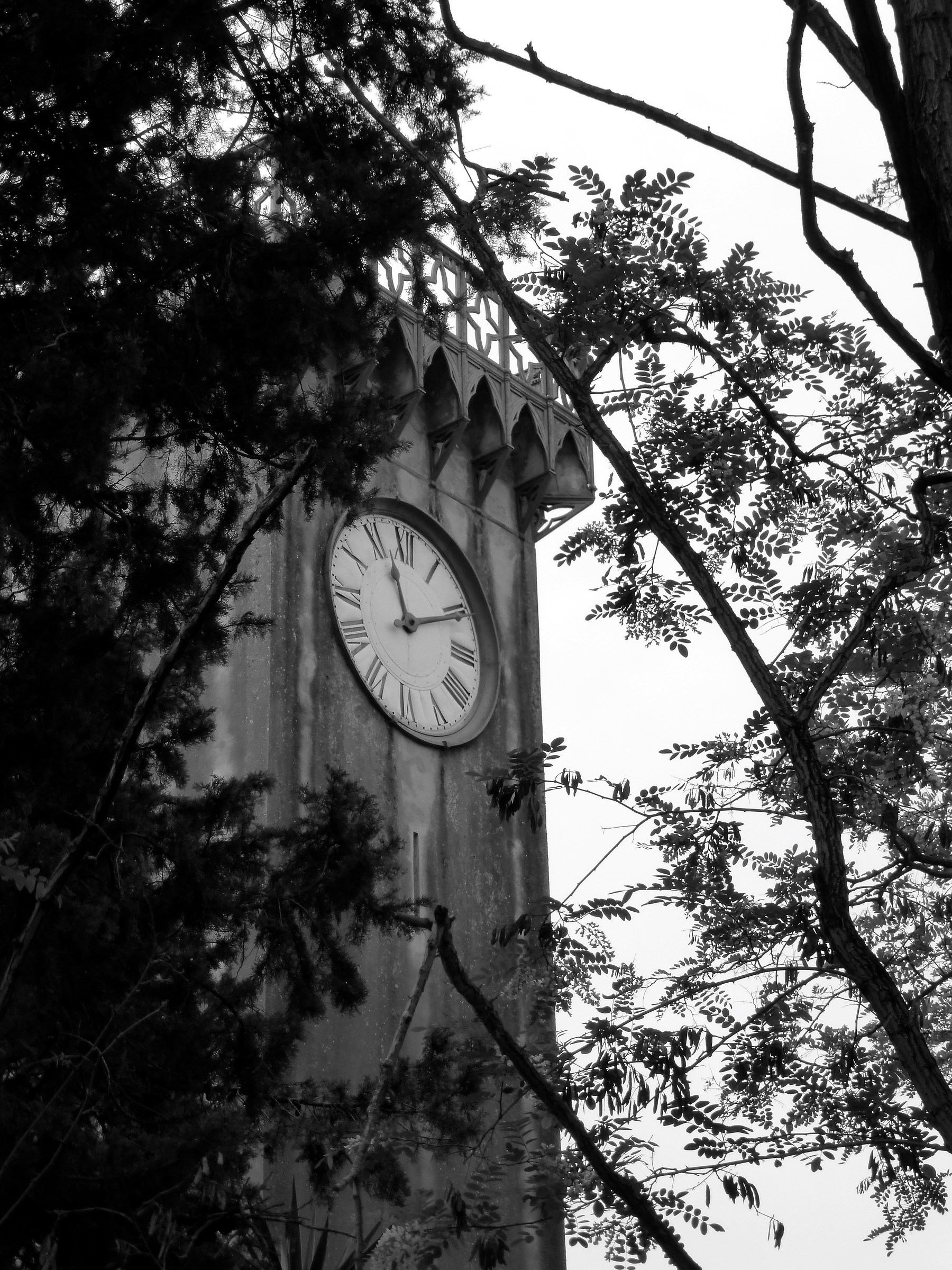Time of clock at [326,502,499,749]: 11:10
